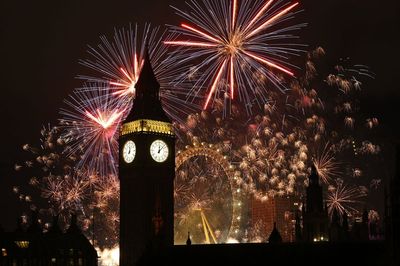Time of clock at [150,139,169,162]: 12:07
